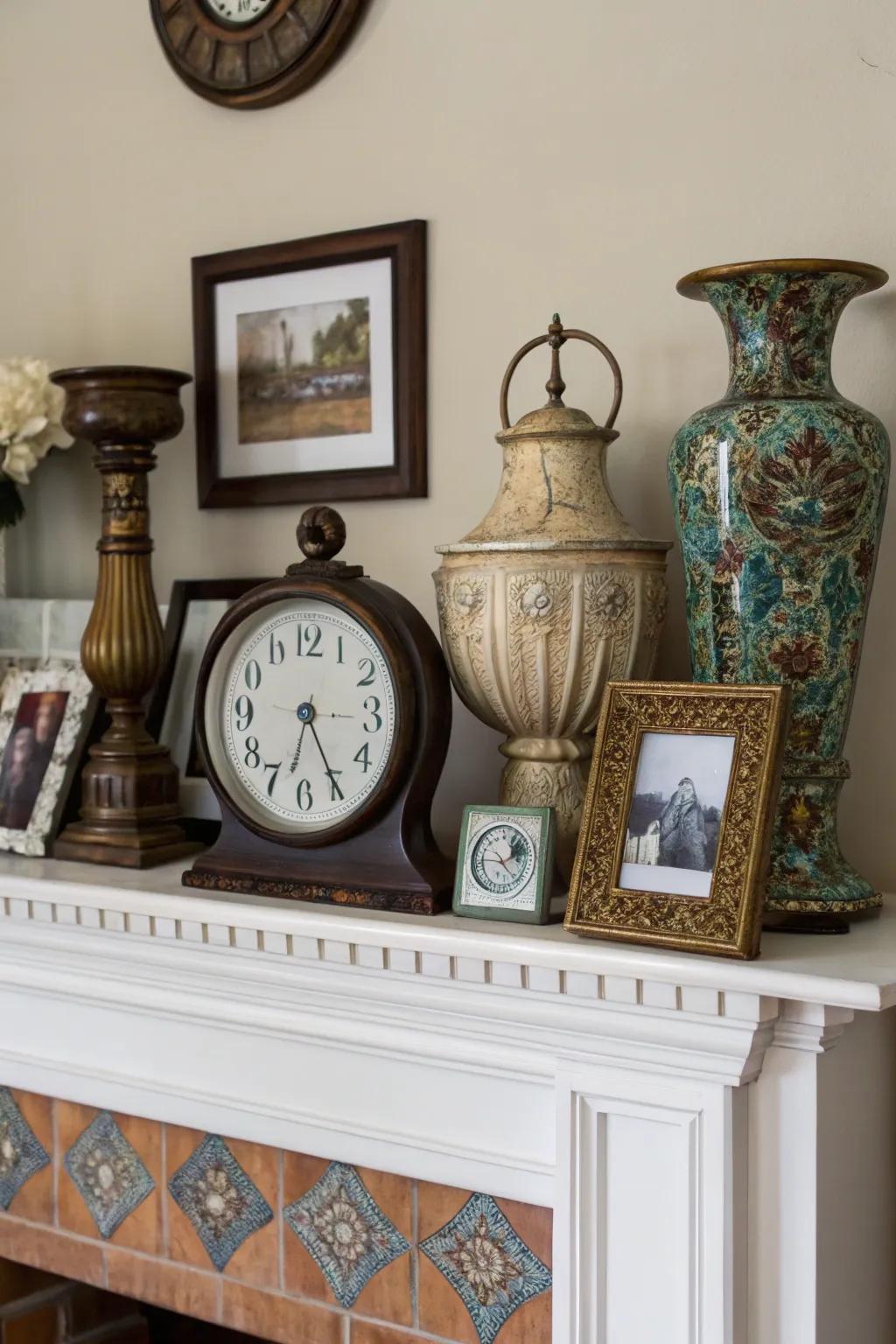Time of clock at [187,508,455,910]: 6:25
